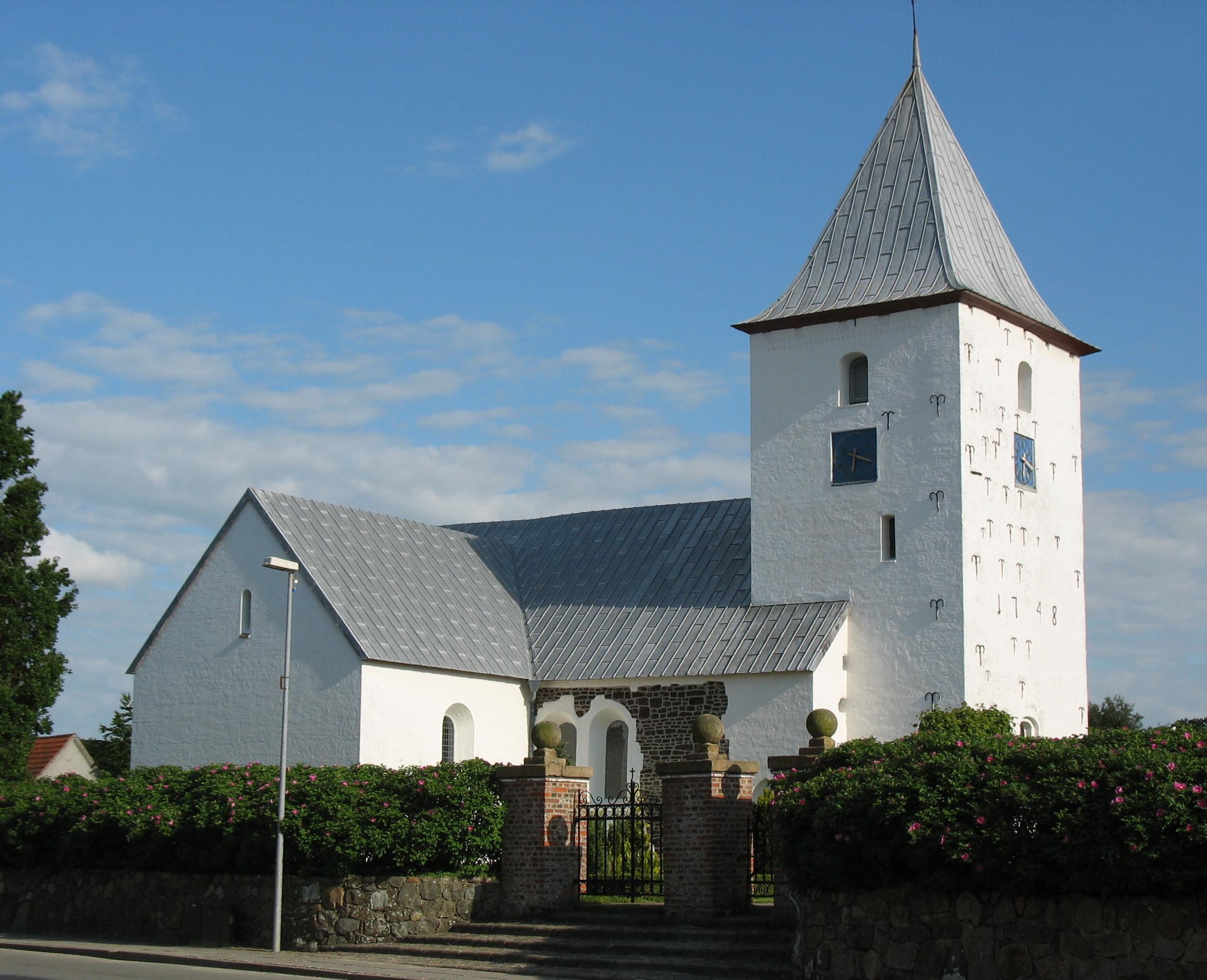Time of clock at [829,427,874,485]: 6:18
